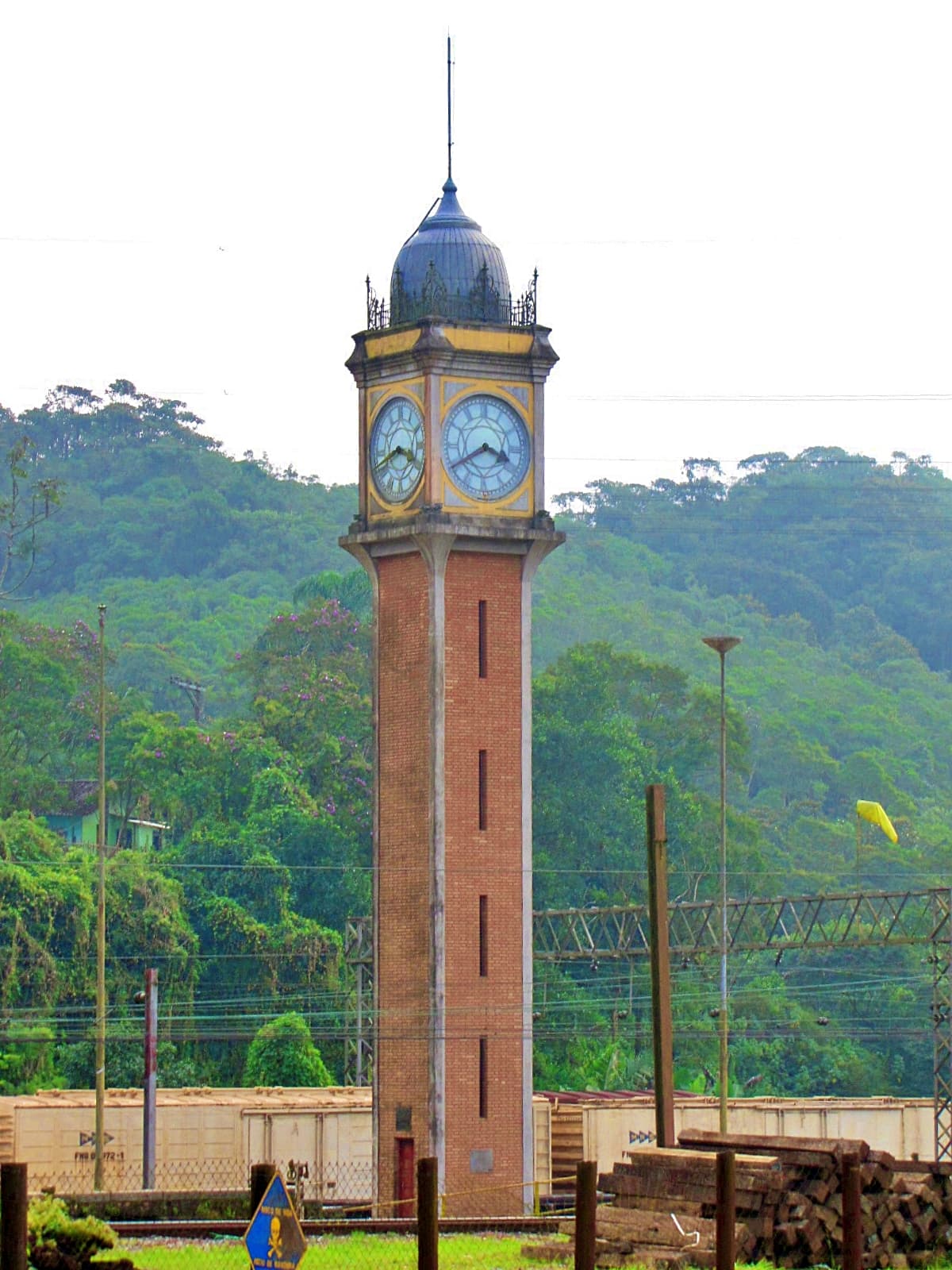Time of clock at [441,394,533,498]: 3:40
